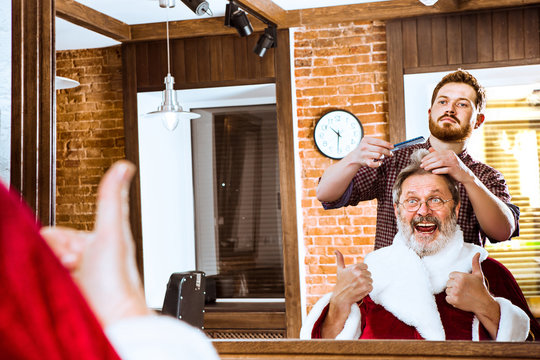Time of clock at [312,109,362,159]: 10:31
